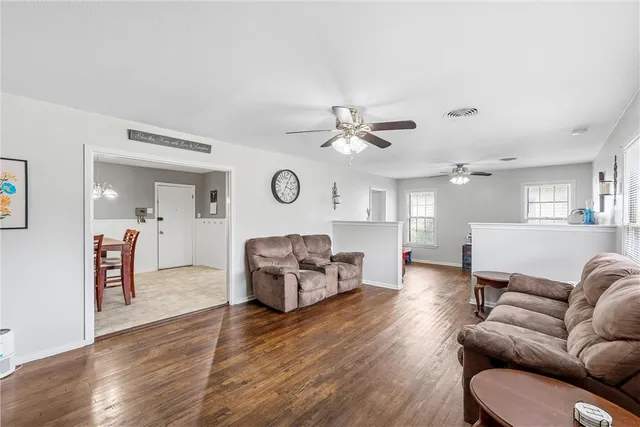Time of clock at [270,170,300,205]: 3:33
